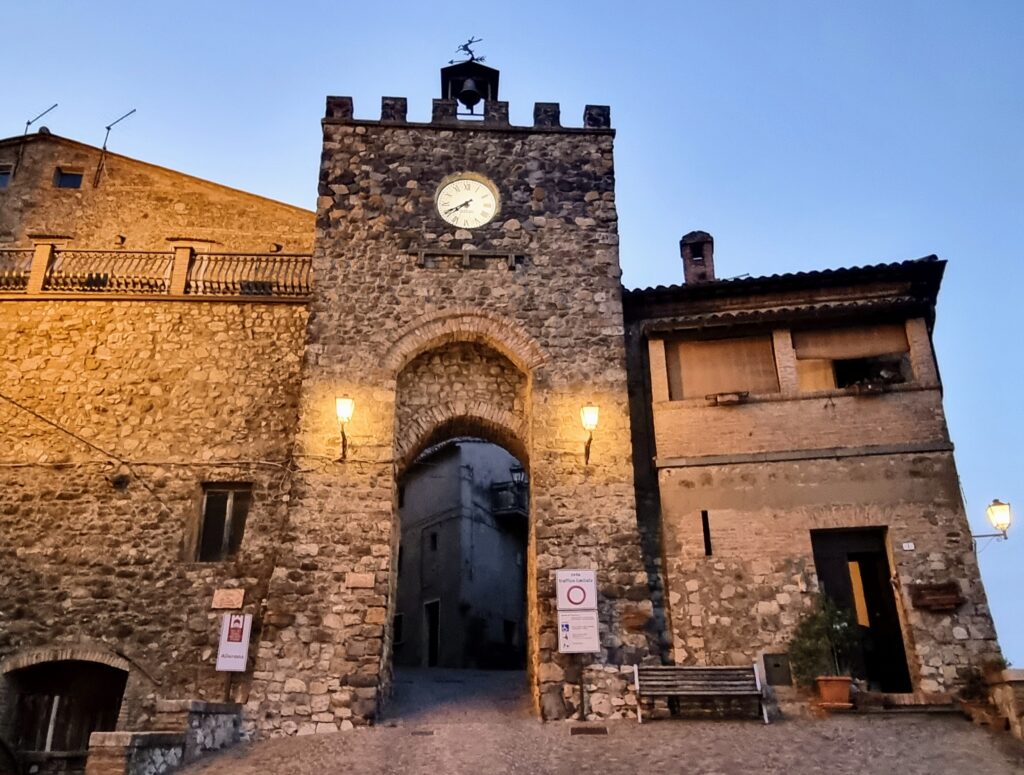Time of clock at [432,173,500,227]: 7:40
